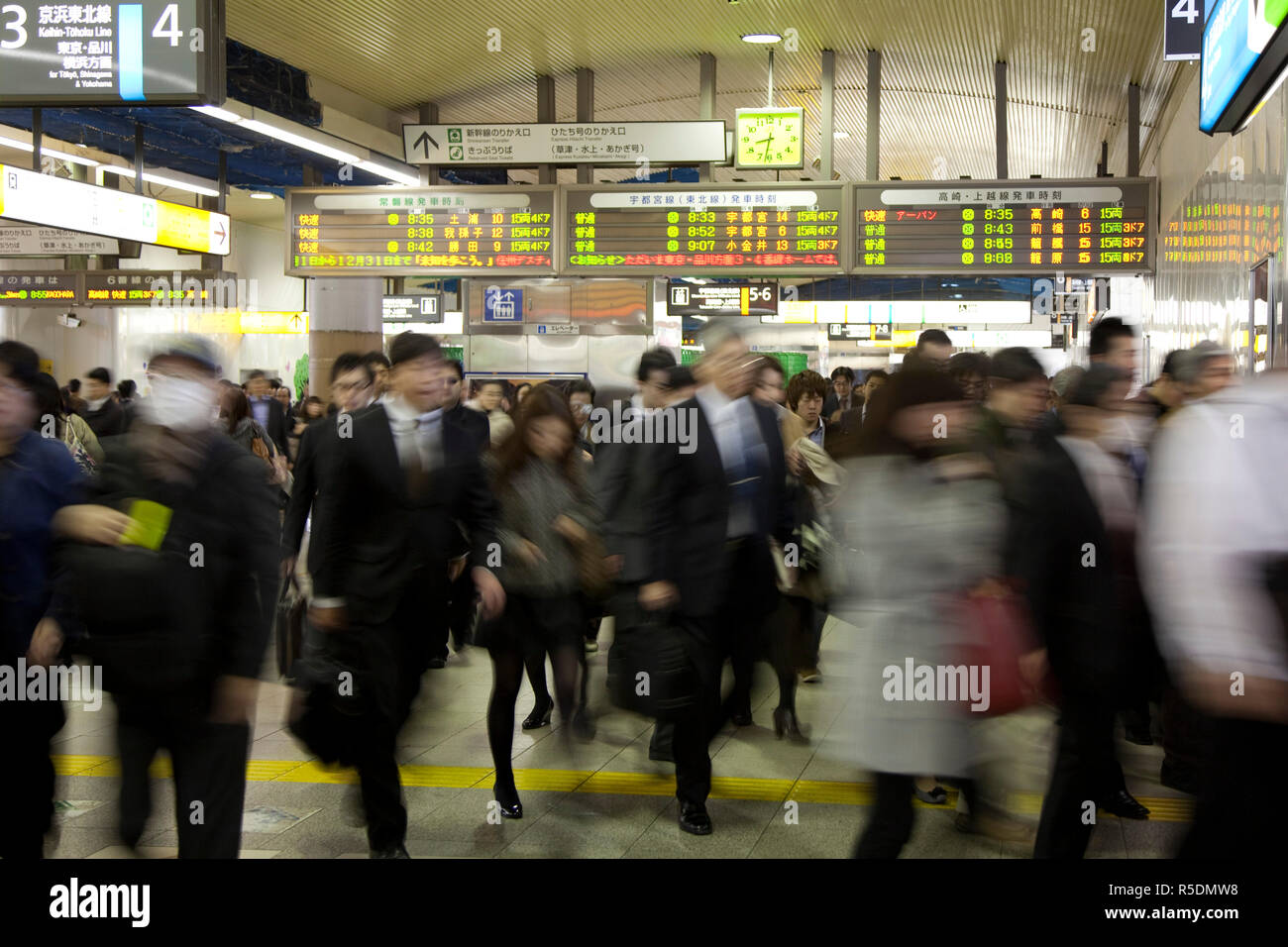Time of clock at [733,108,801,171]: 8:32
